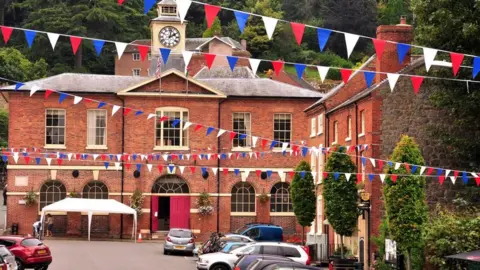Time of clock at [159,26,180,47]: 2:02
